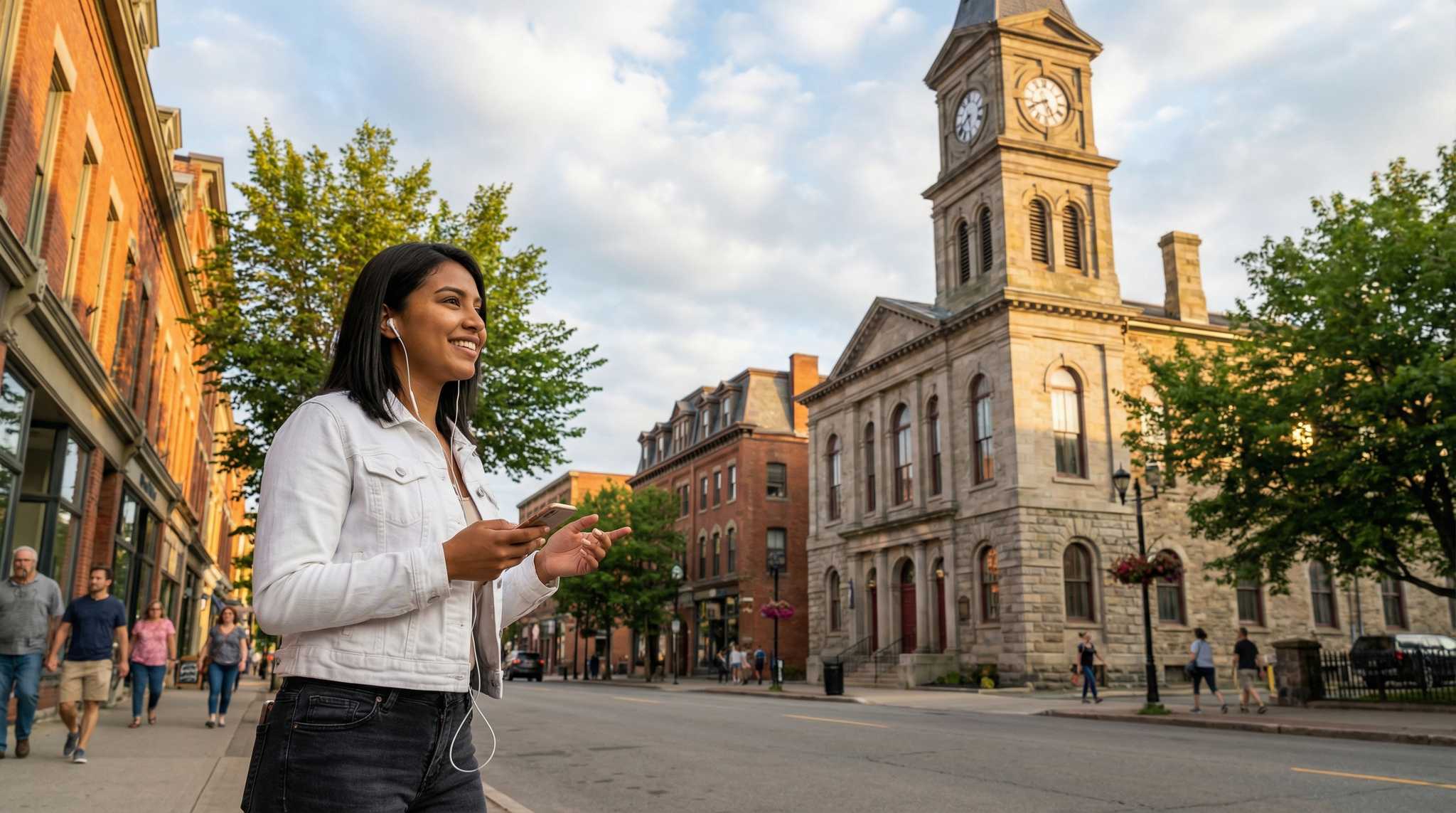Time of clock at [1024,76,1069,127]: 5:40
